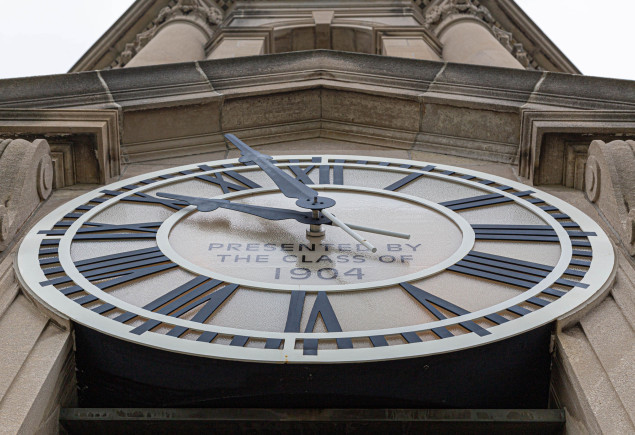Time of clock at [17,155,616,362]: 9:57
